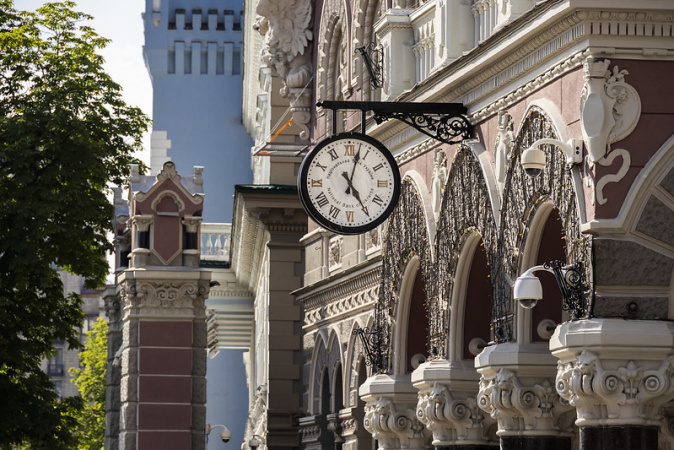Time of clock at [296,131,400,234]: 5:02
